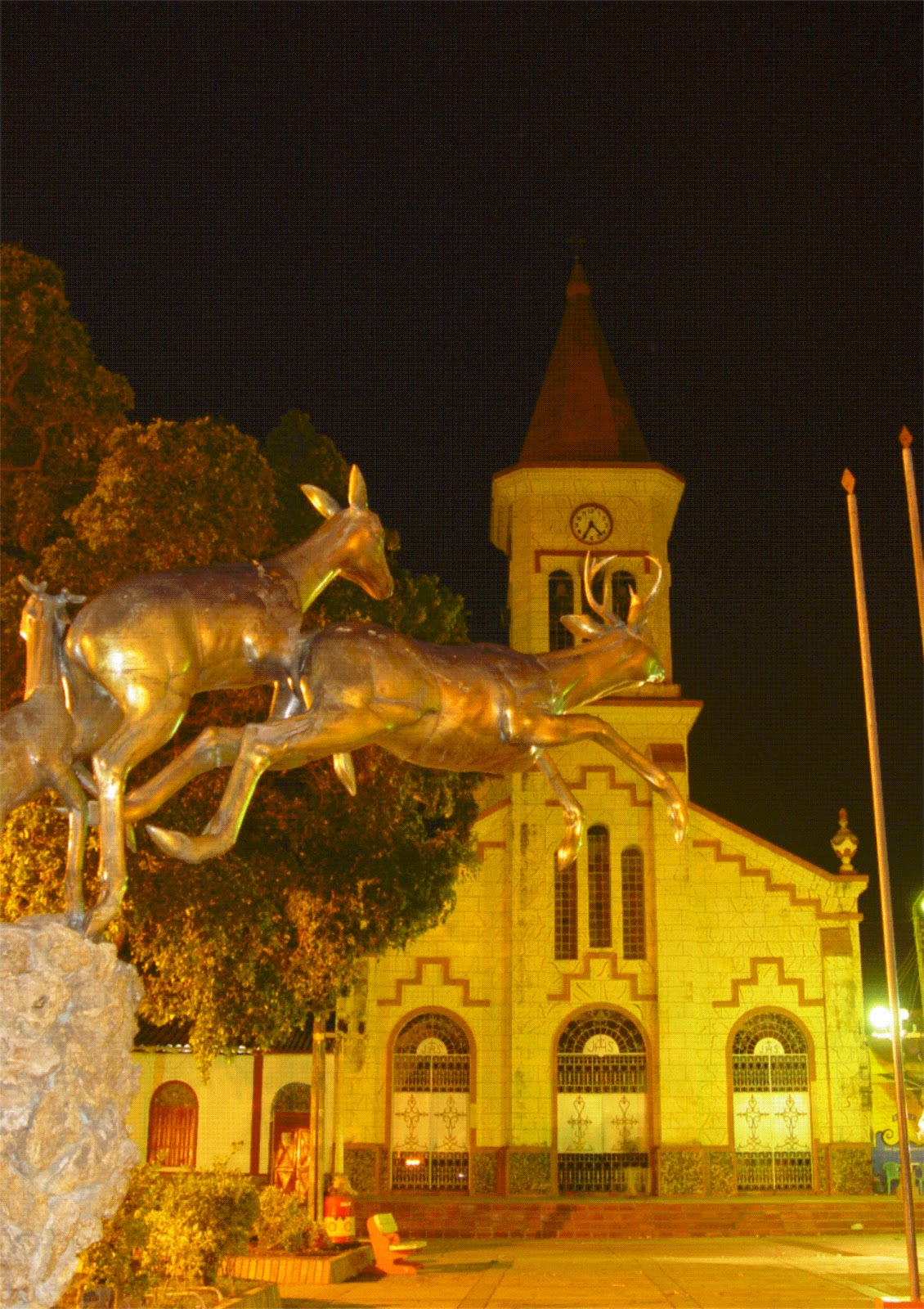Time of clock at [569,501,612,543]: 4:35
